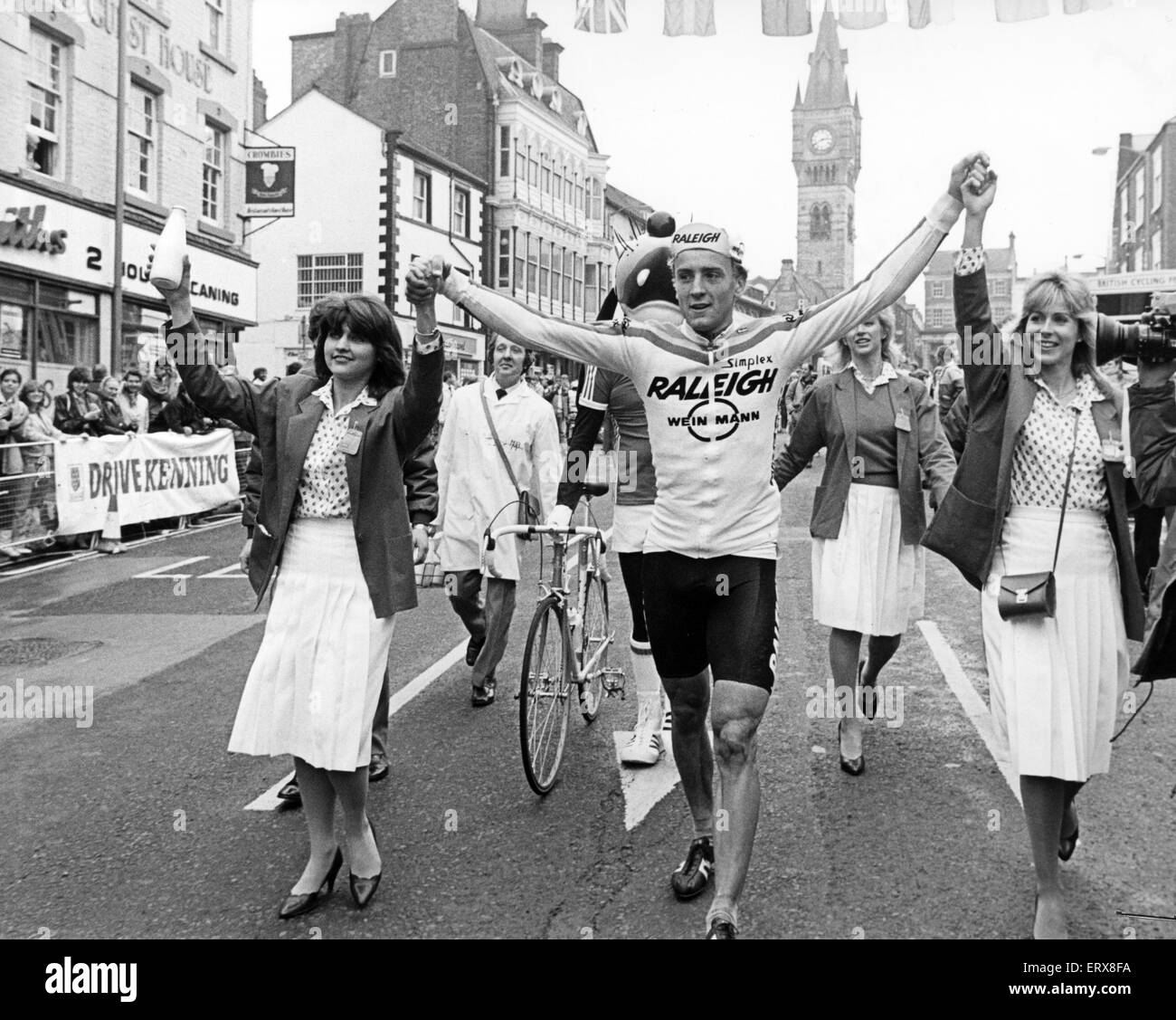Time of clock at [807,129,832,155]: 2:40
